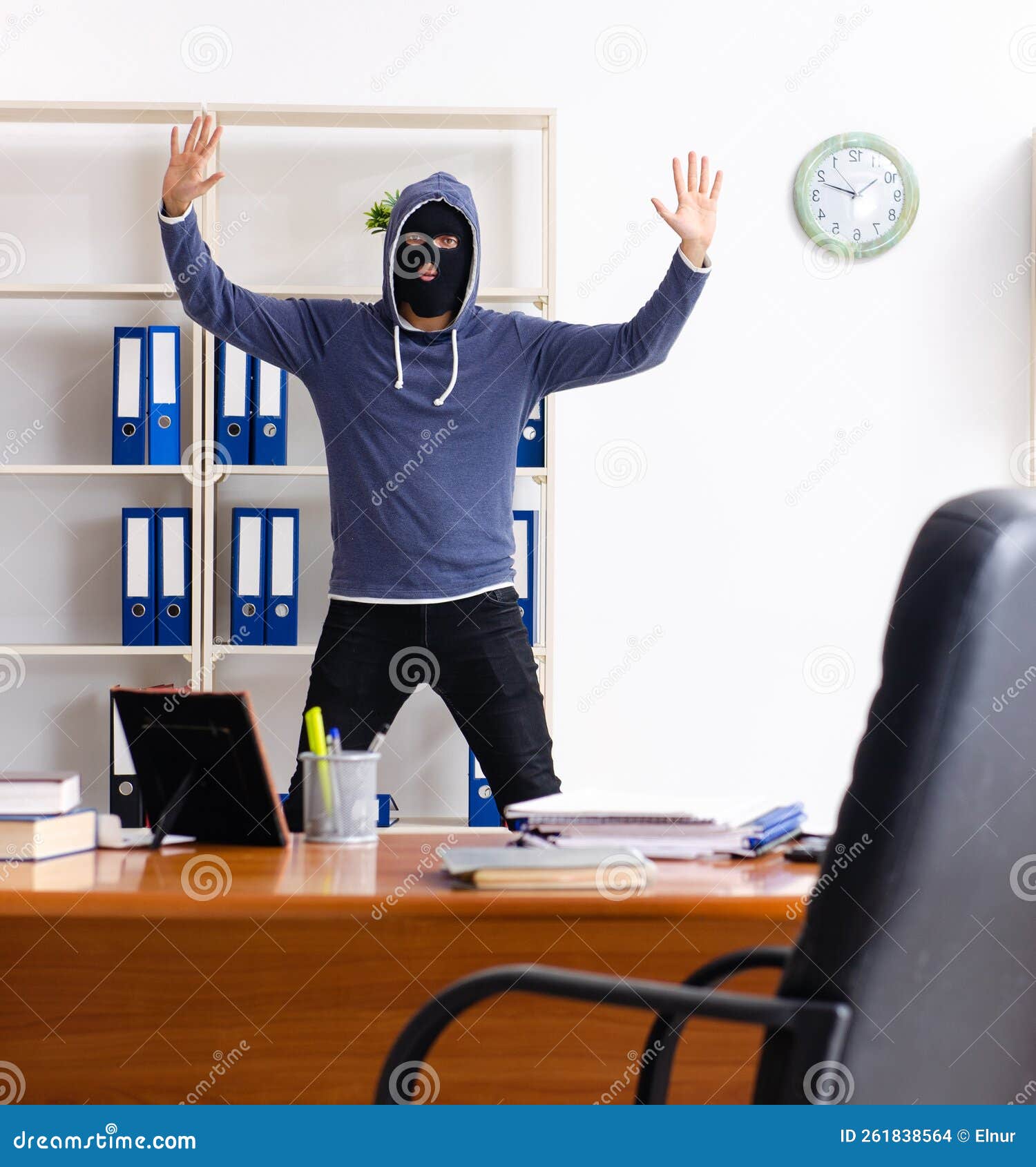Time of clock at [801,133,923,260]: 1:48
